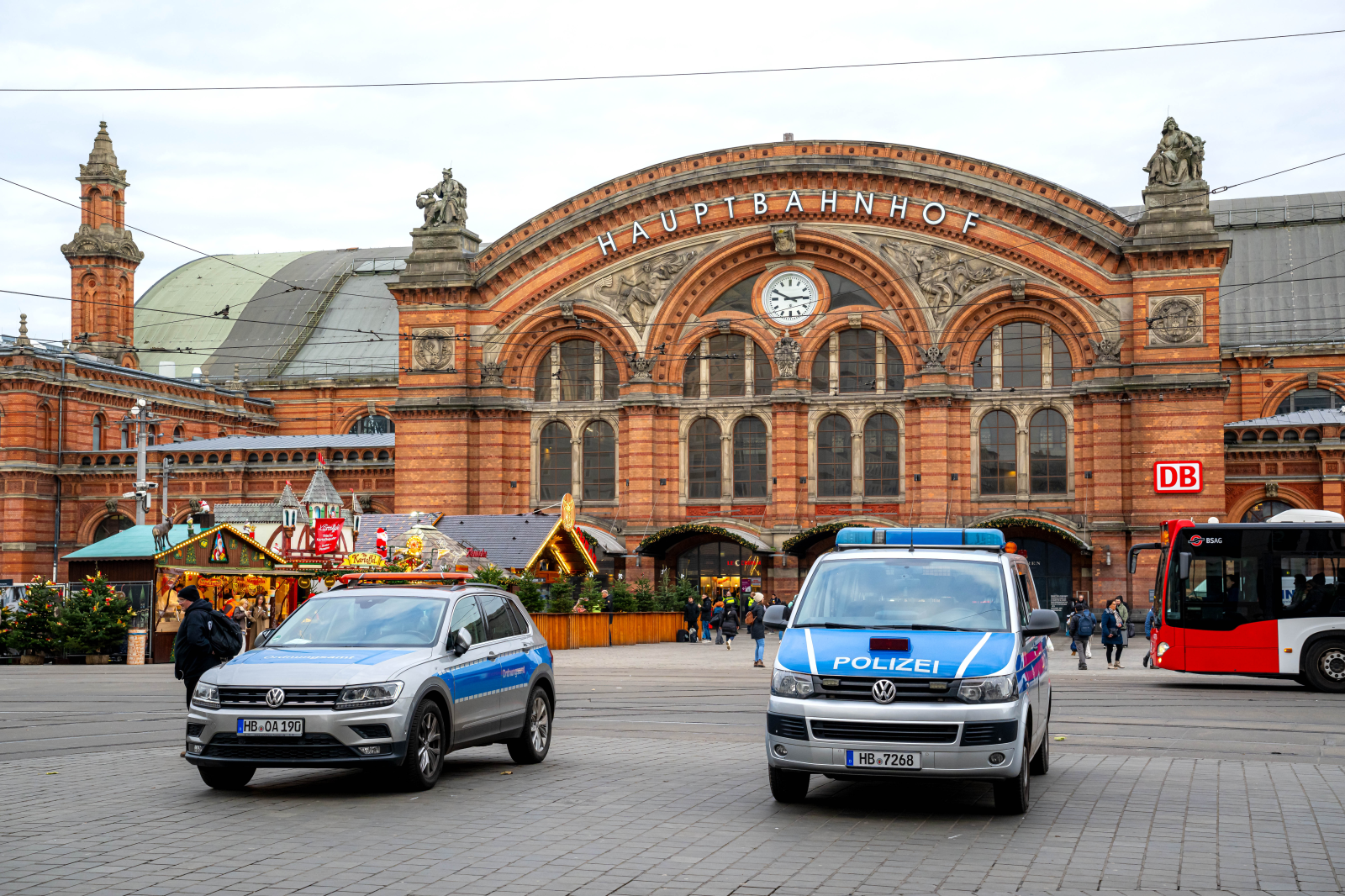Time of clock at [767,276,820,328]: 2:49
